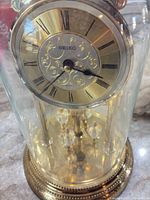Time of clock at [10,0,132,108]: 3:37
